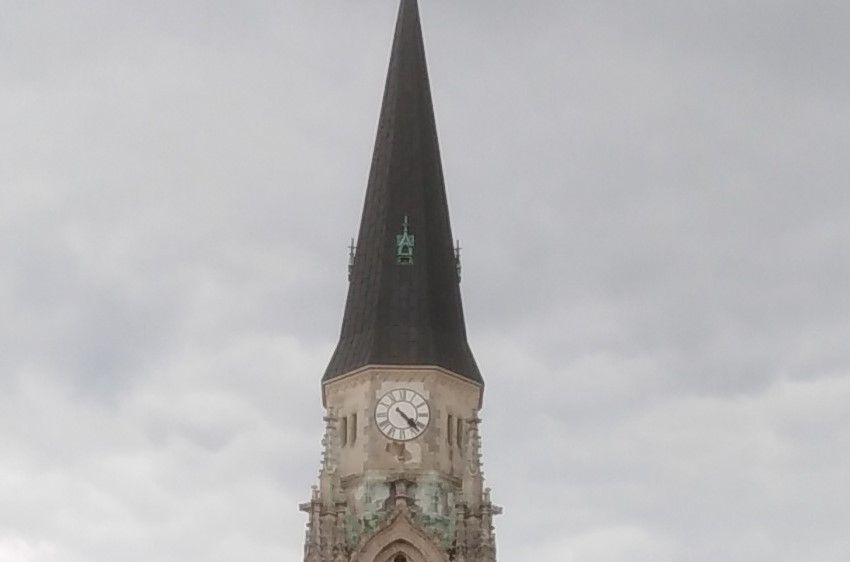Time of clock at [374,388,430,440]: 4:22
